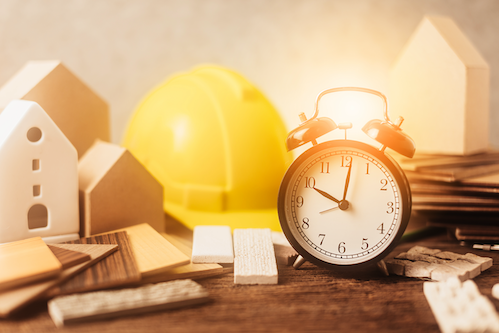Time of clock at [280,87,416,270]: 10:01
